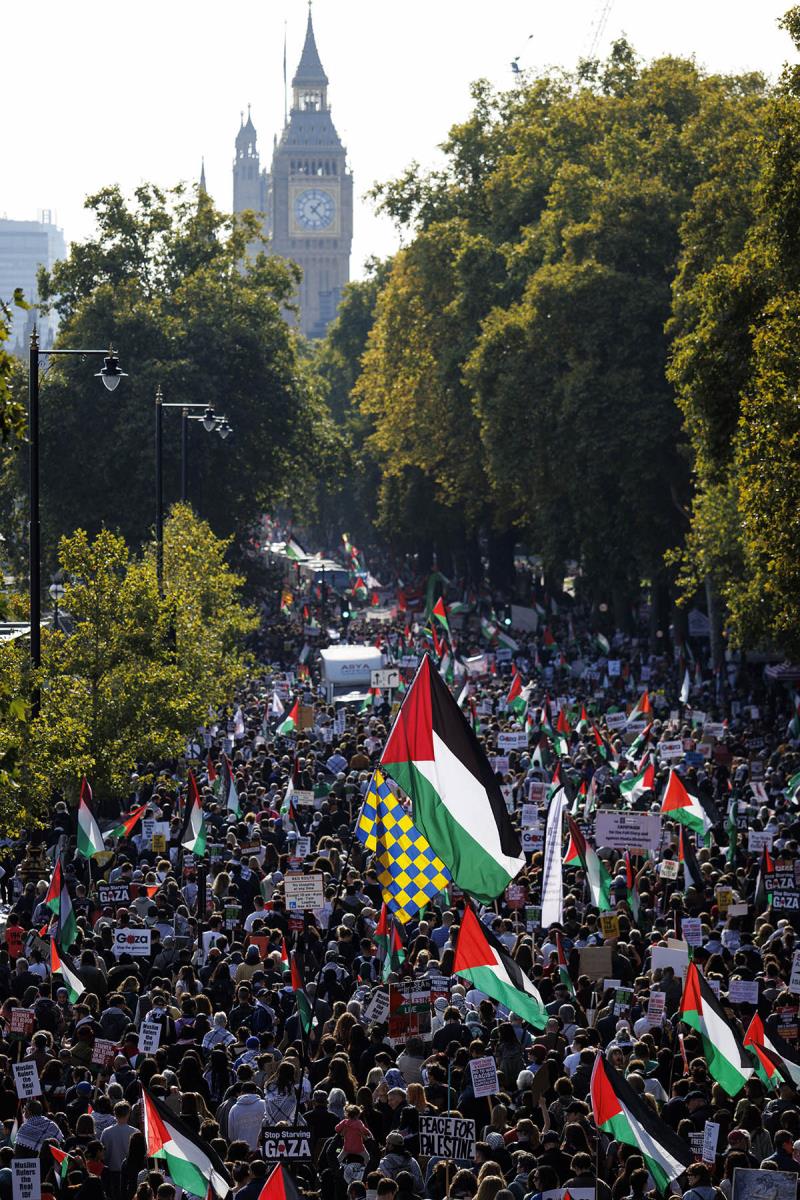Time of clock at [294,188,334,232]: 1:22
